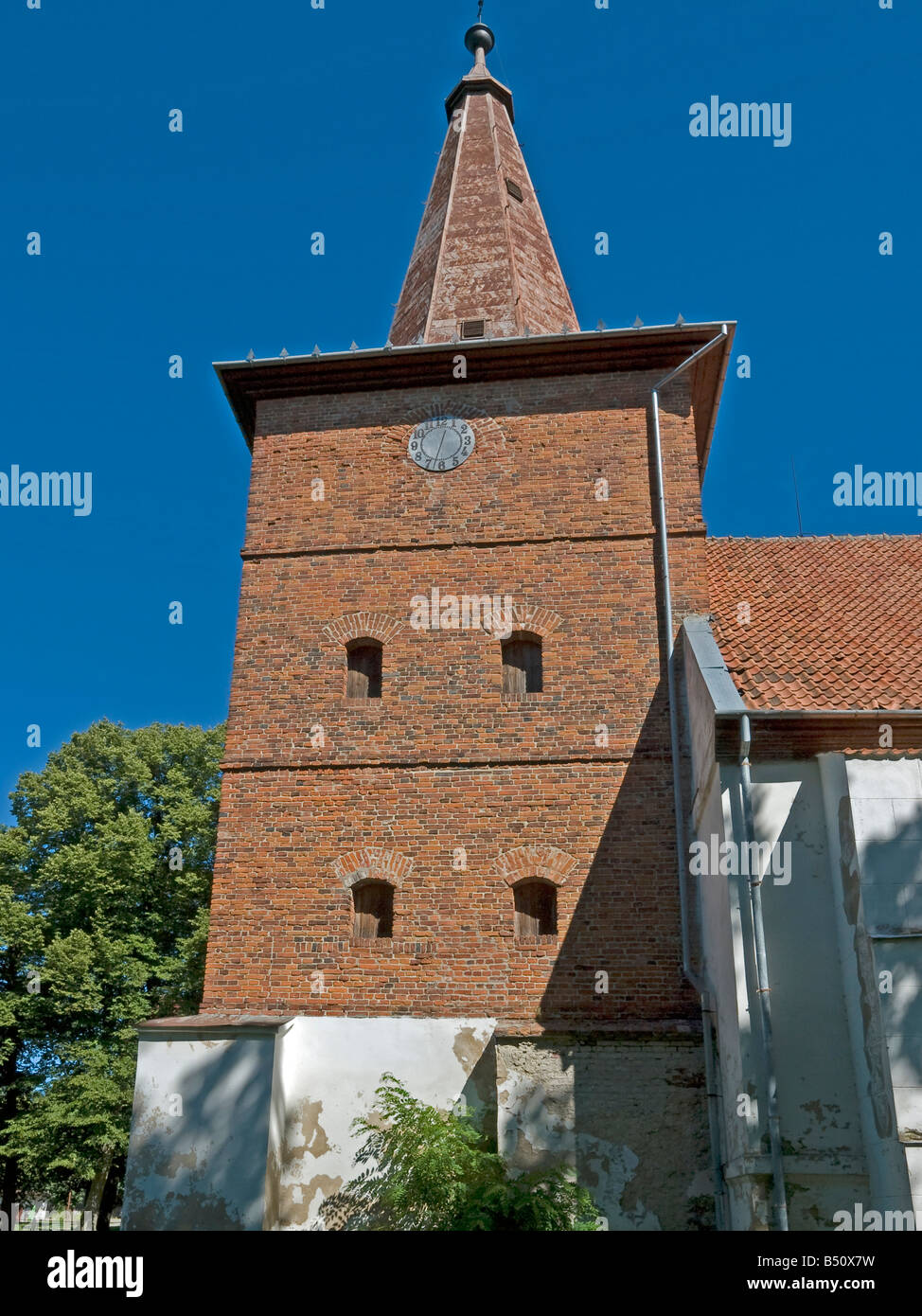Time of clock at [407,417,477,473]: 12:32
